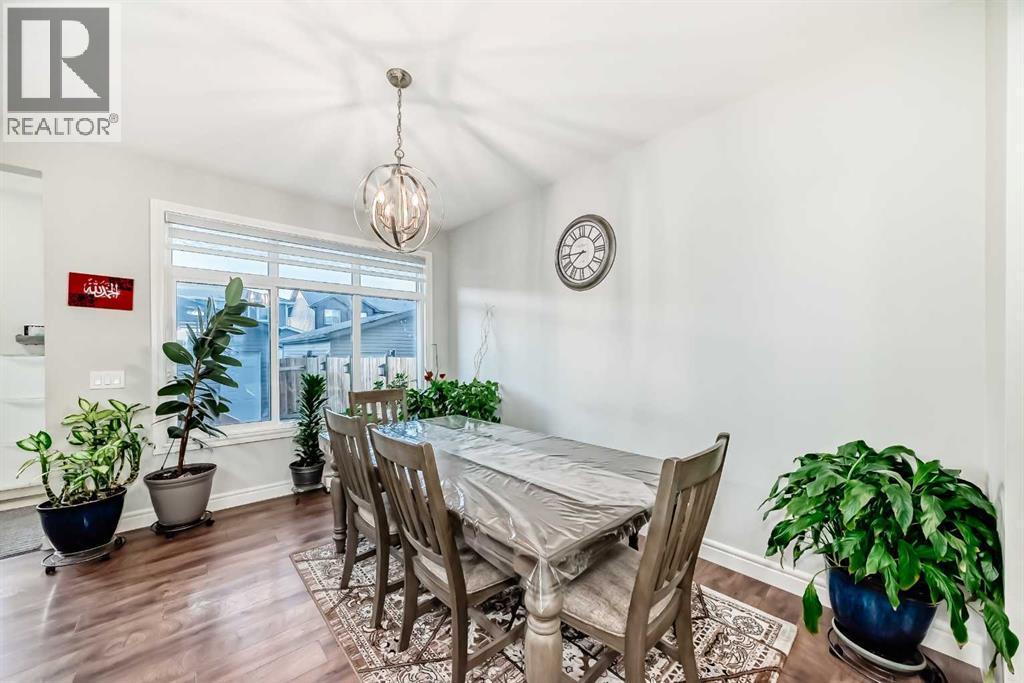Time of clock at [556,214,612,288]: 7:45
